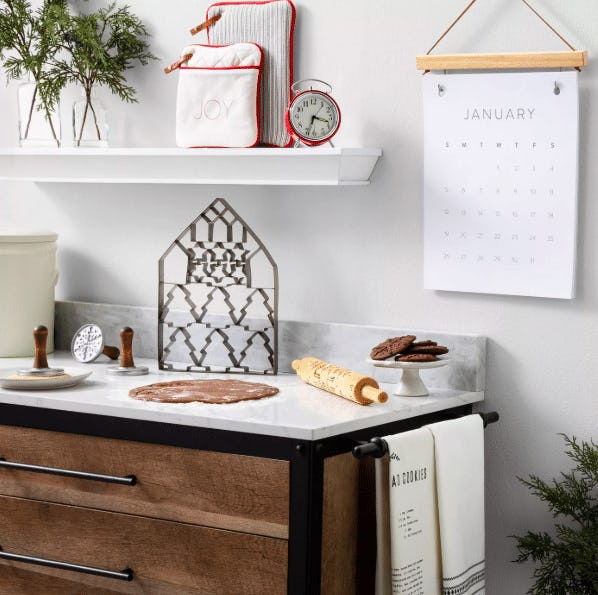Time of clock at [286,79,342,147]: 3:33
